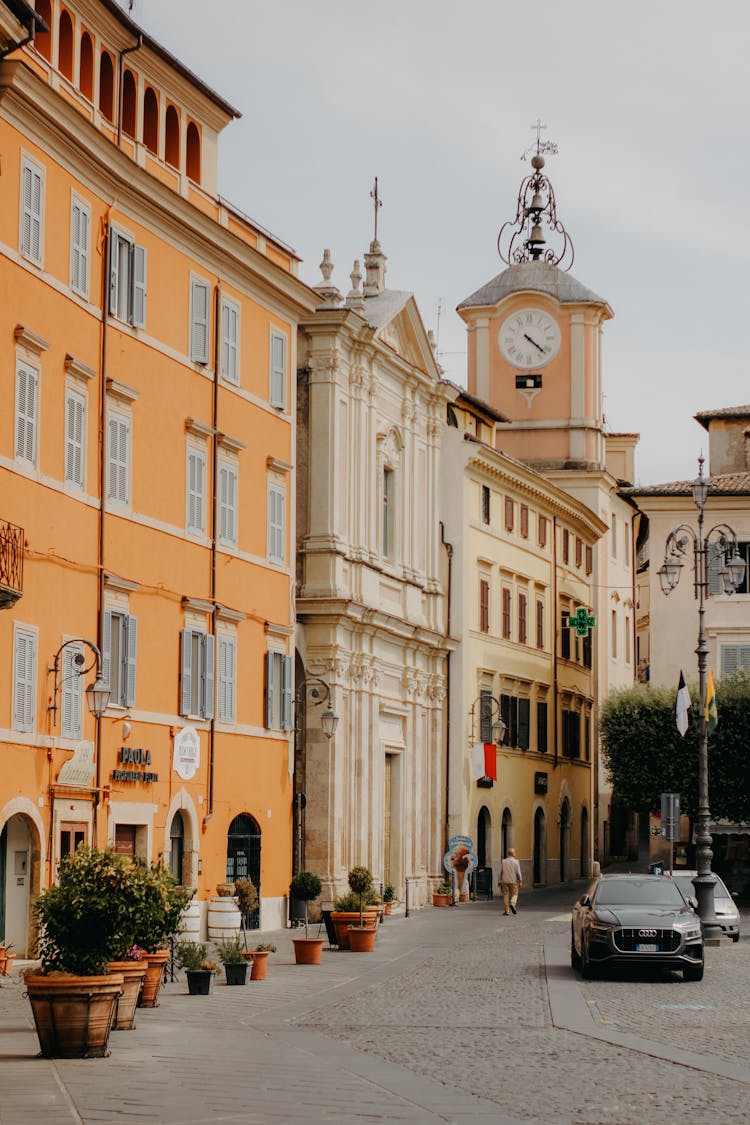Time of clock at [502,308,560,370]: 4:22
